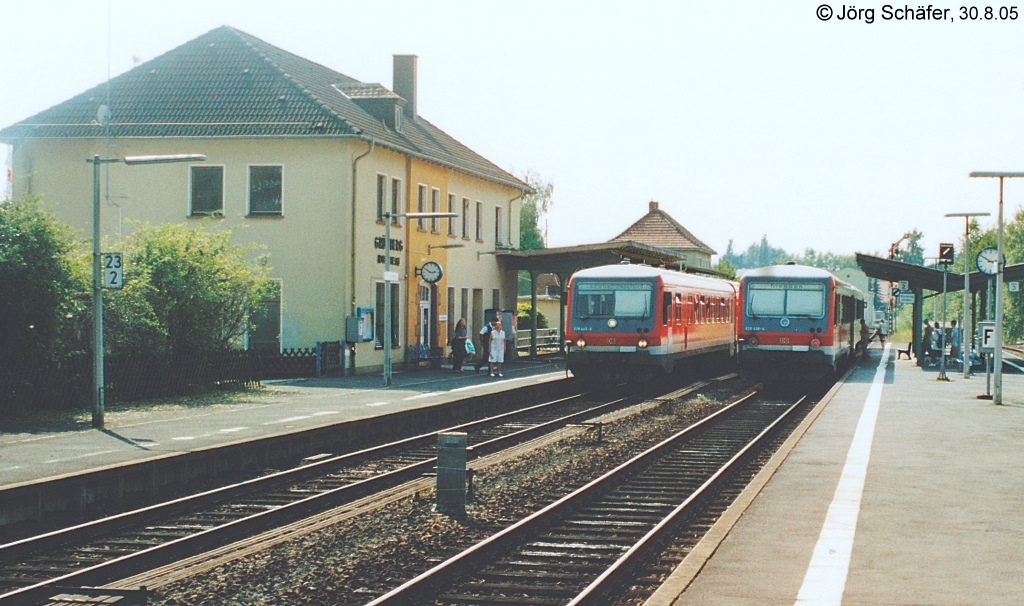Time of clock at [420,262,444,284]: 2:50
